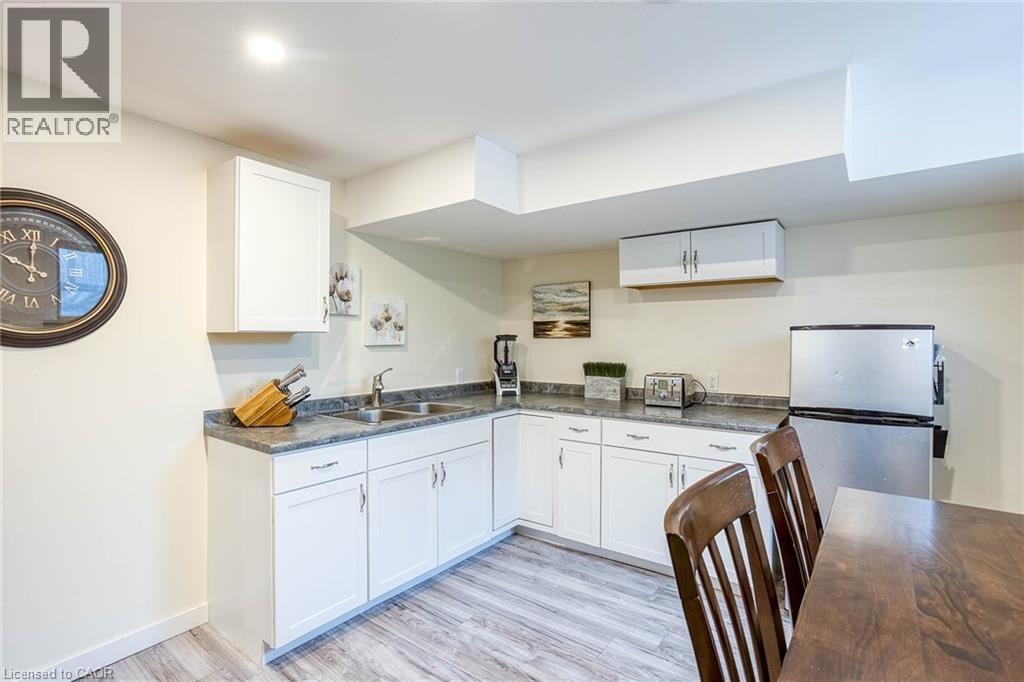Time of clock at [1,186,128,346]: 10:00
